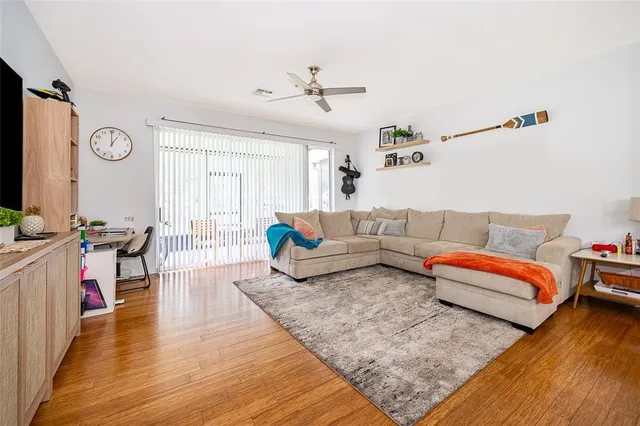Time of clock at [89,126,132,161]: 1:00
